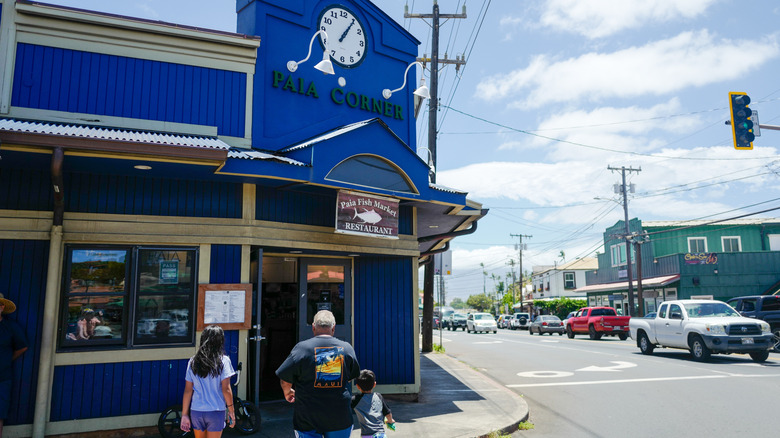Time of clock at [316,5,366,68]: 1:05
